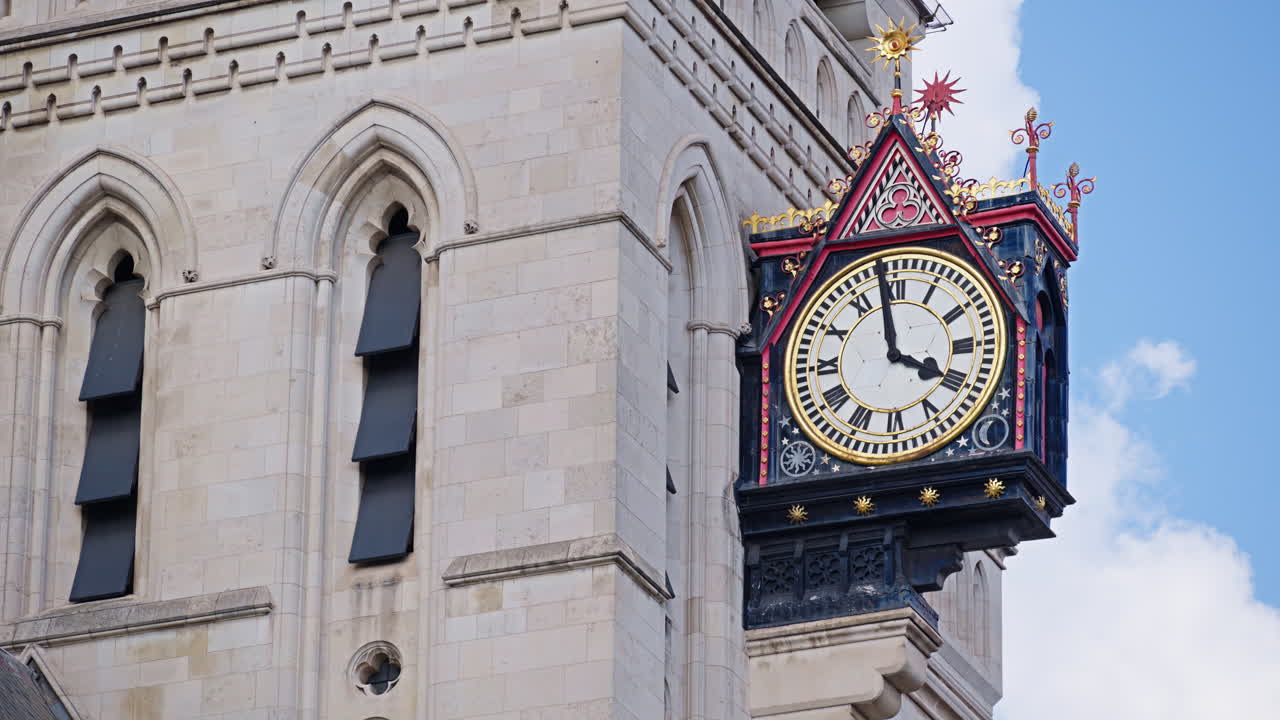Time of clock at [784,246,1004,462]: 3:58
